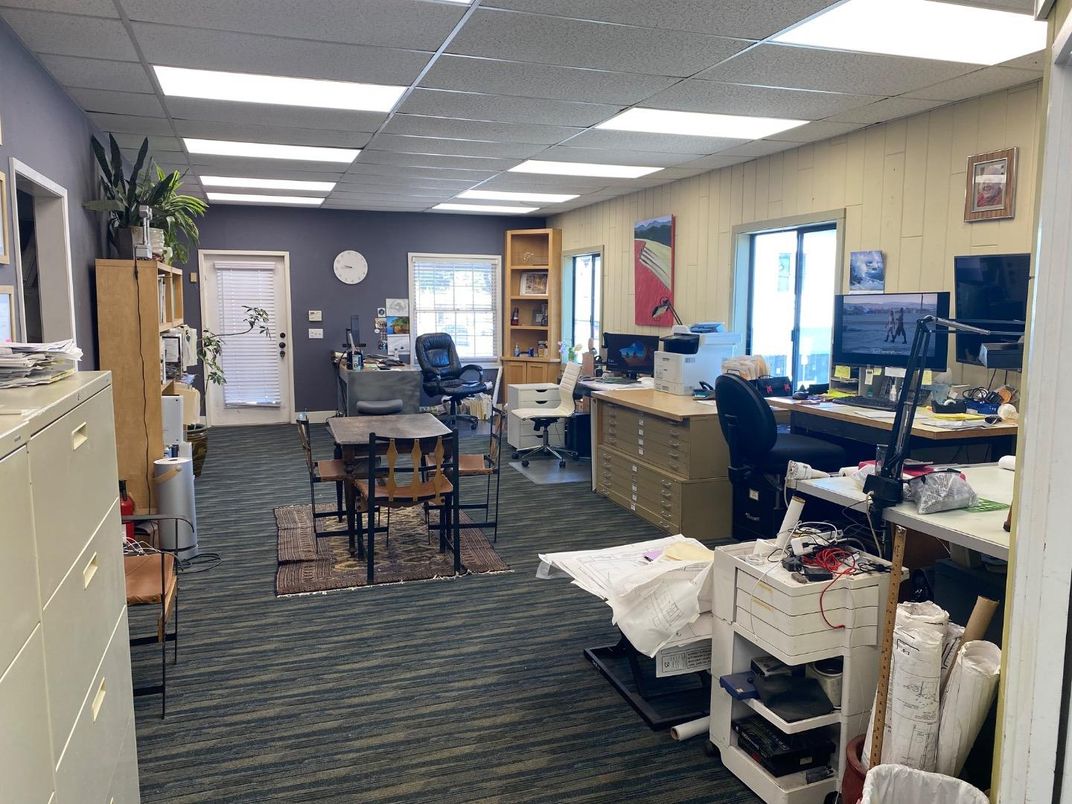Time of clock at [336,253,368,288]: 9:45
